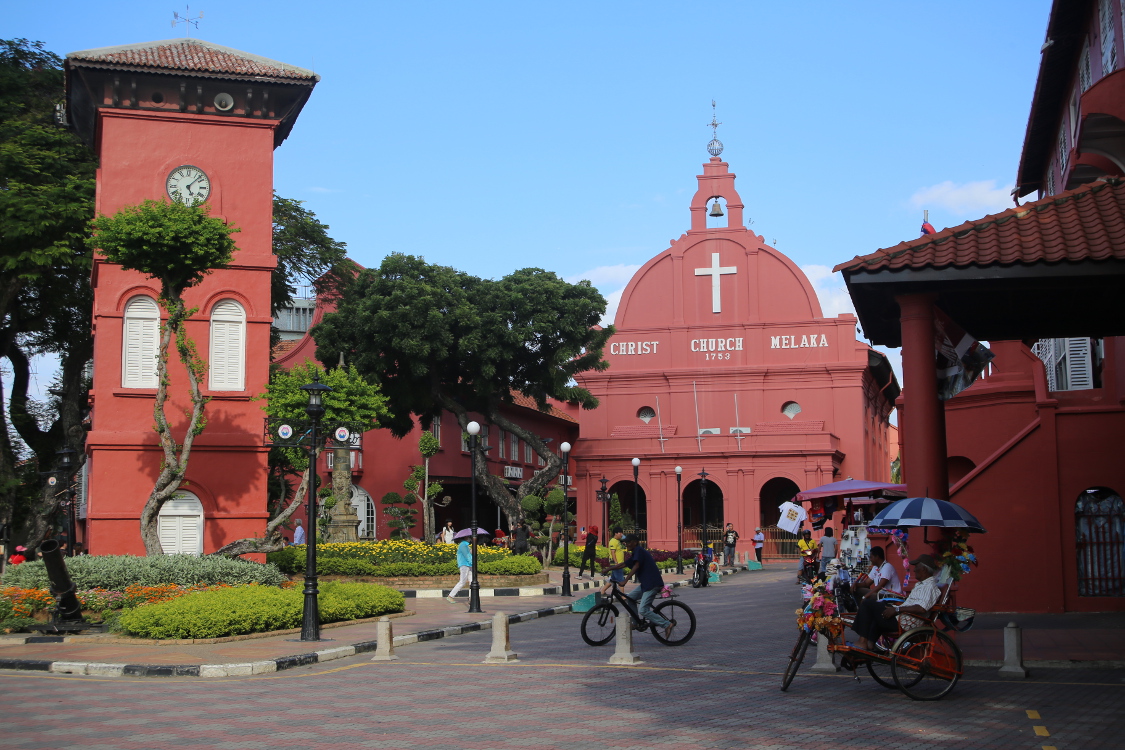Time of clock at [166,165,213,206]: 5:07
